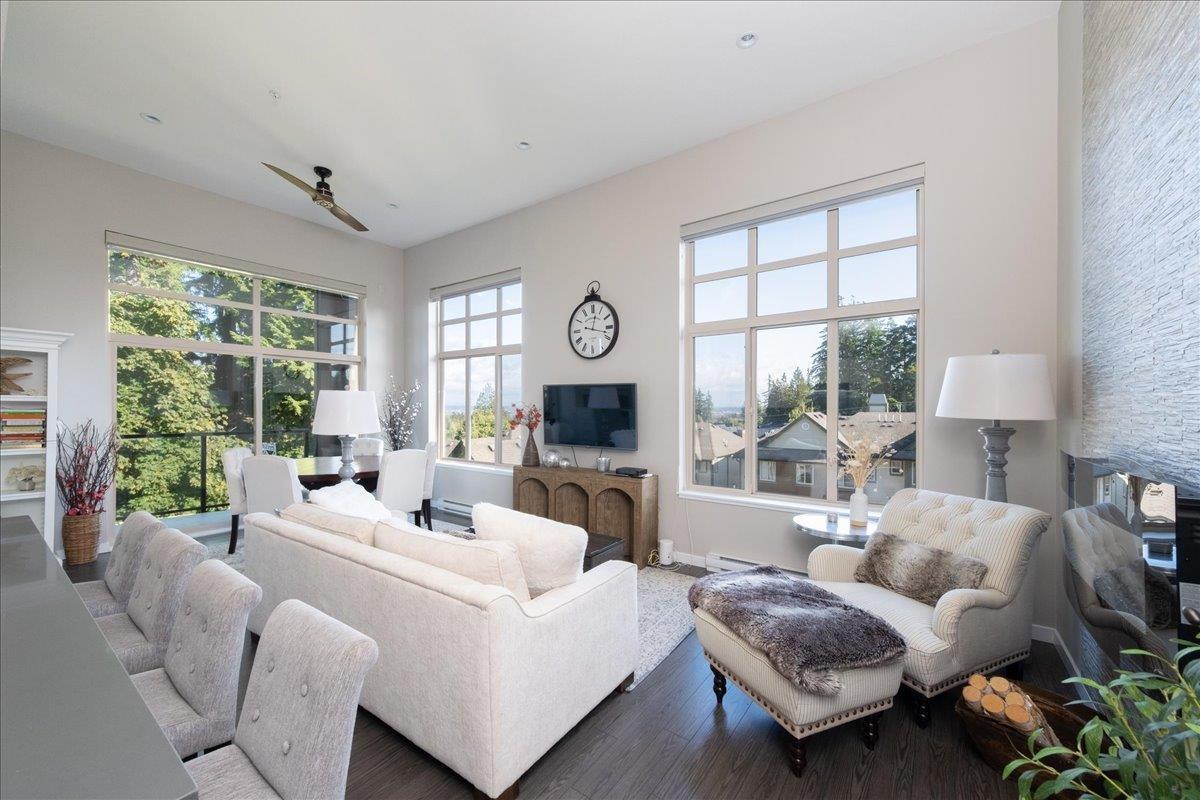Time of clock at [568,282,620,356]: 12:17
